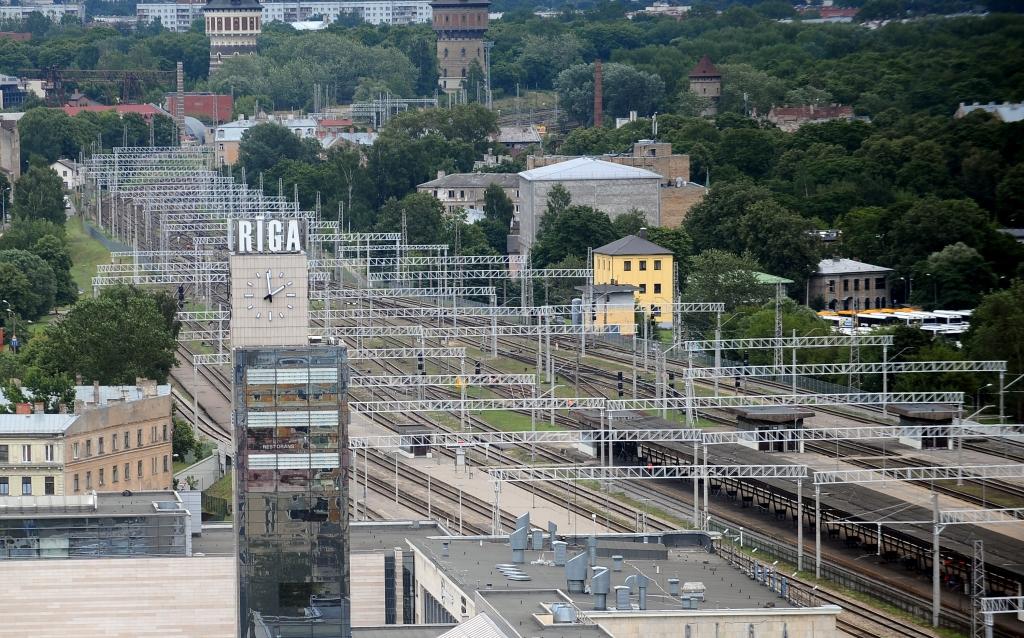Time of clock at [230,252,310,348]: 1:59
